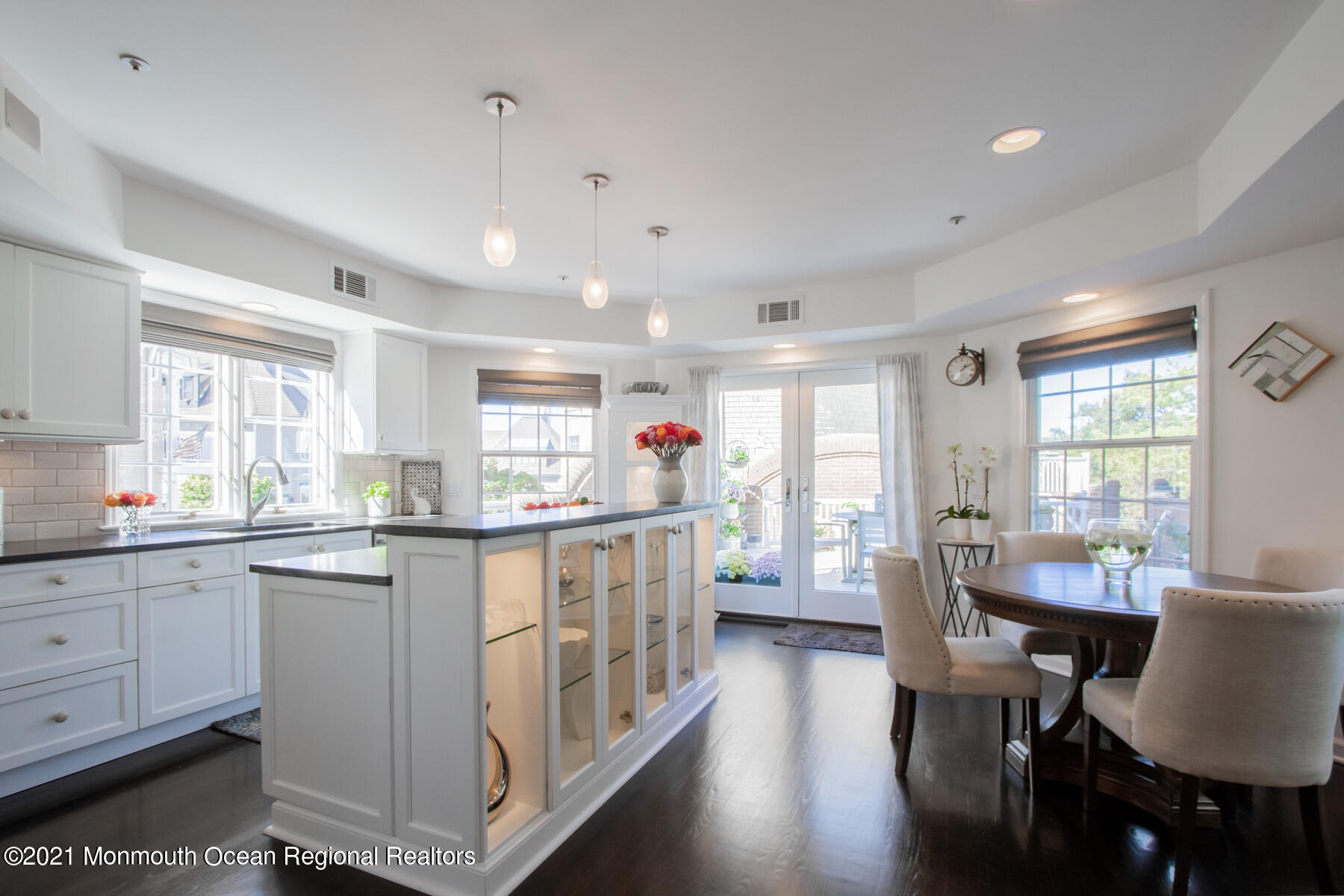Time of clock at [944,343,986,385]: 1:09
